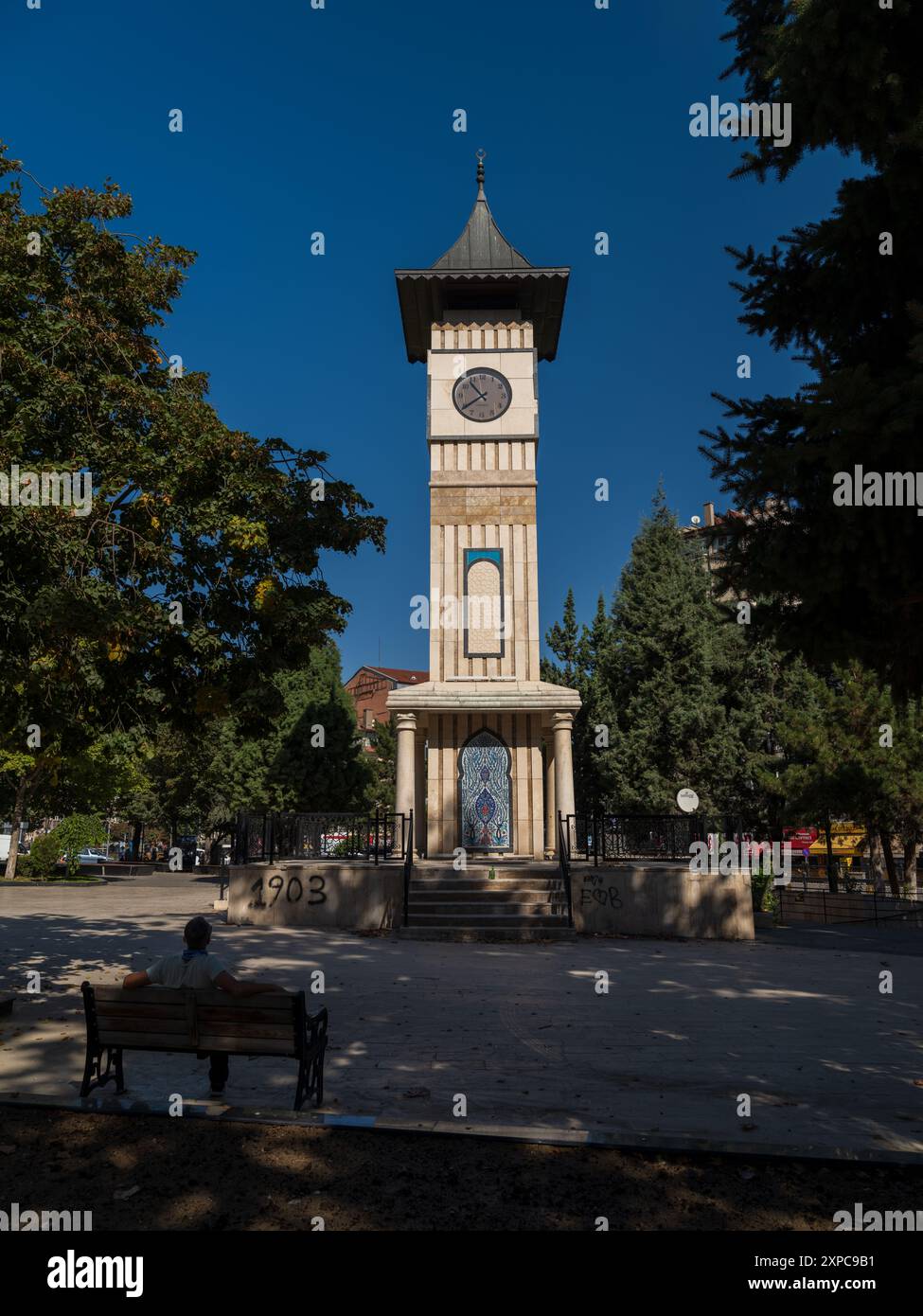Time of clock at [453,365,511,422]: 10:39
